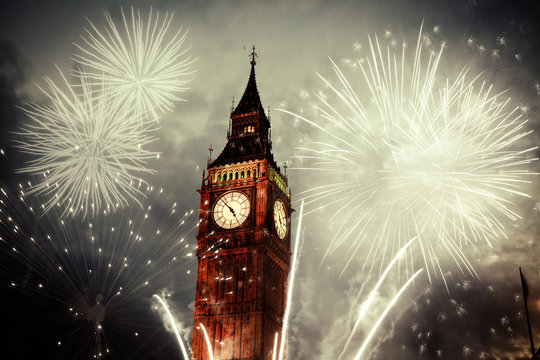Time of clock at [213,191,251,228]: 4:52
